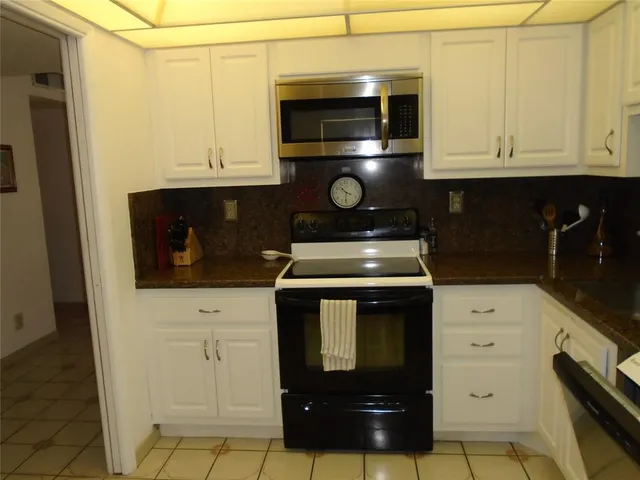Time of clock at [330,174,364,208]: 10:31
